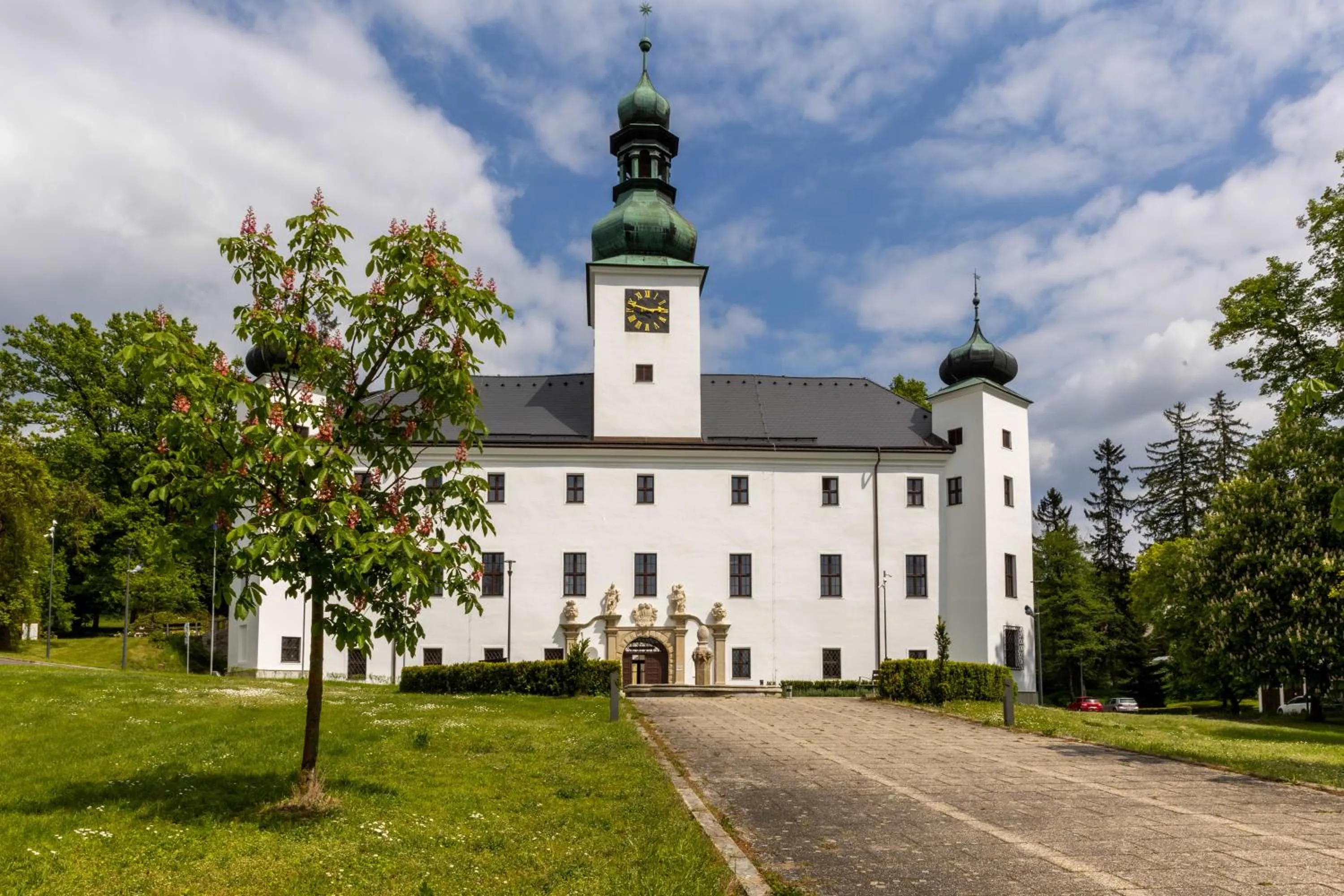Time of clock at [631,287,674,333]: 2:48
